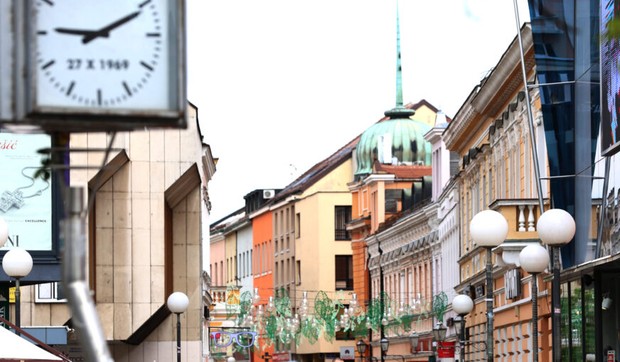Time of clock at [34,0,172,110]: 9:10
